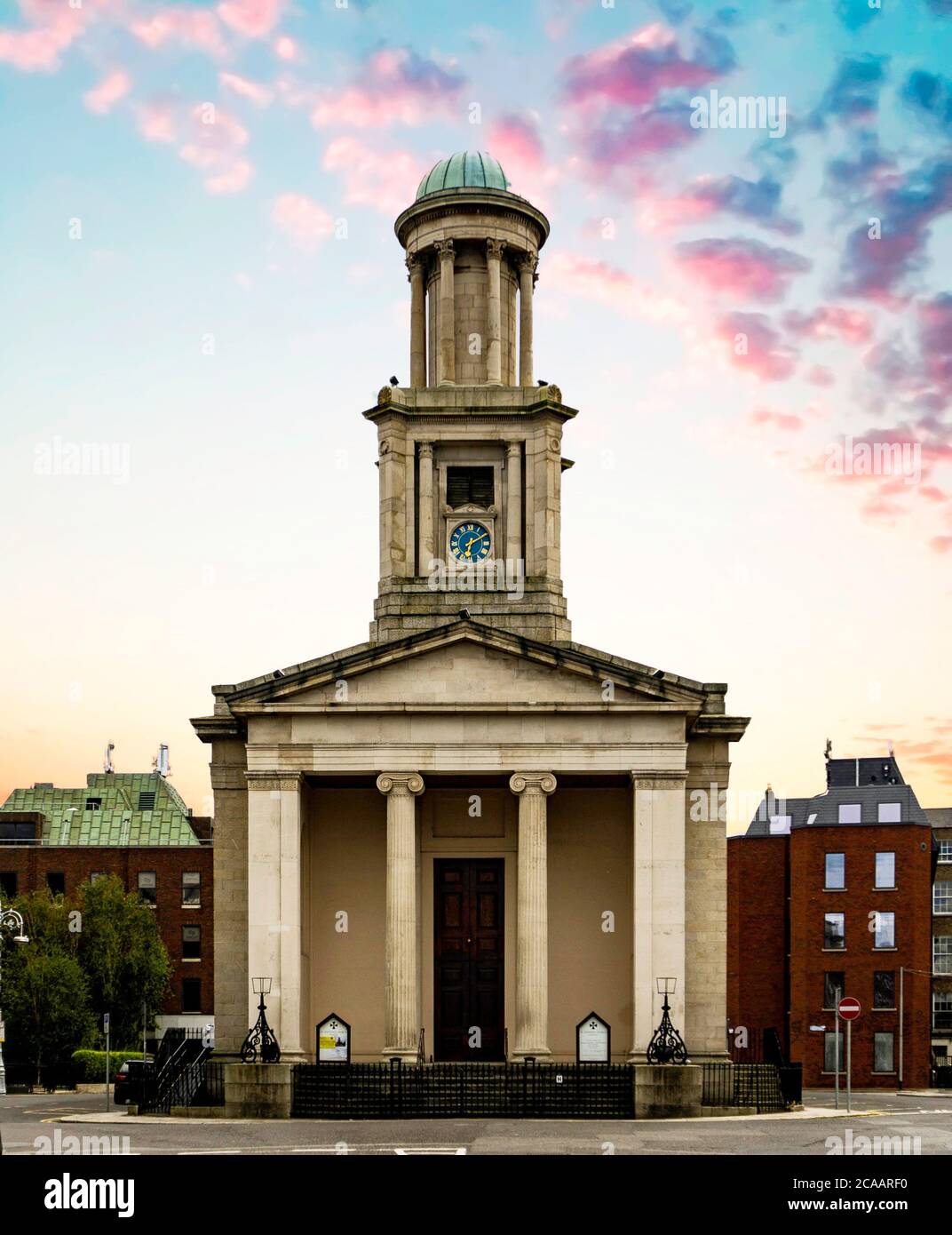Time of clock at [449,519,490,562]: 6:10
